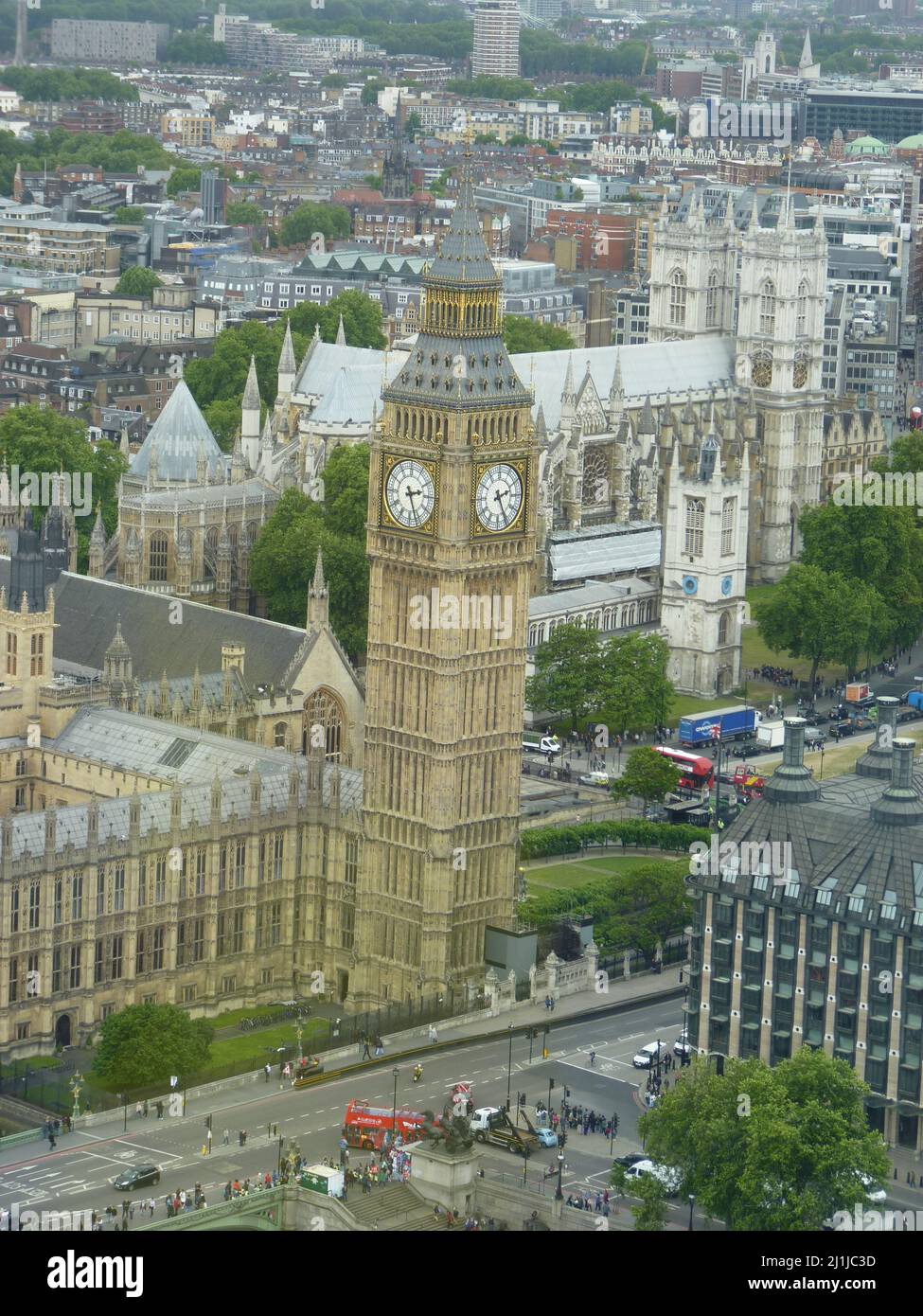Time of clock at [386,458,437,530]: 2:26
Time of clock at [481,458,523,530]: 2:25
